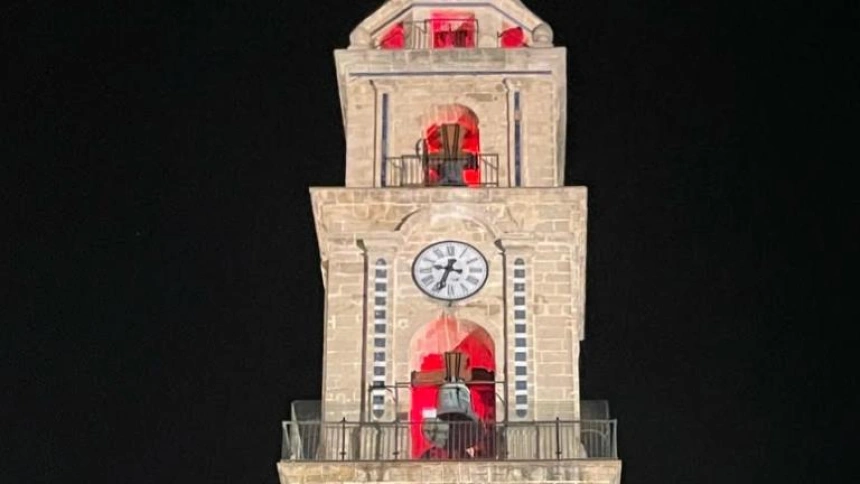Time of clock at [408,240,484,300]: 9:33
